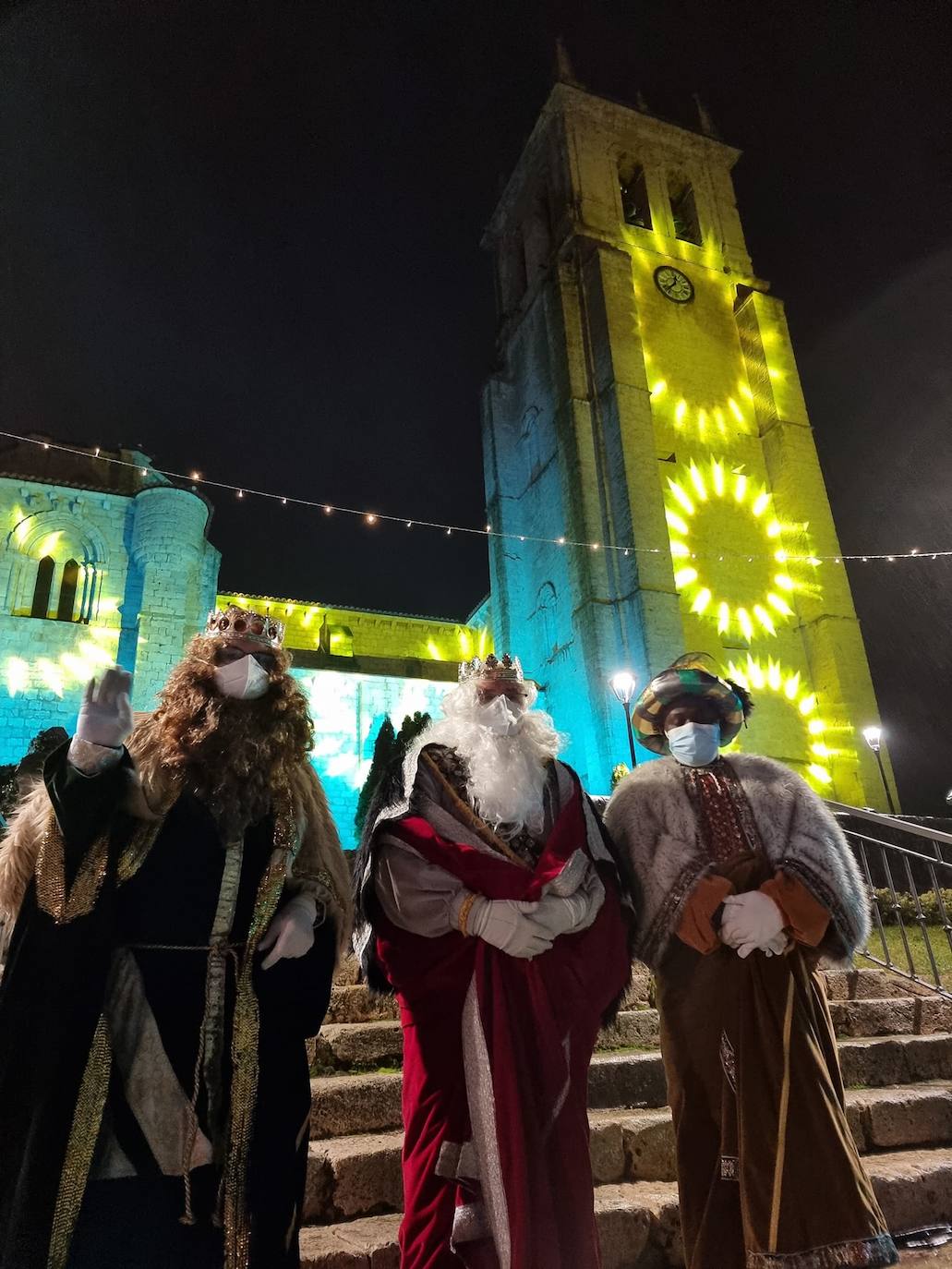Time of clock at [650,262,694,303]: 12:37
